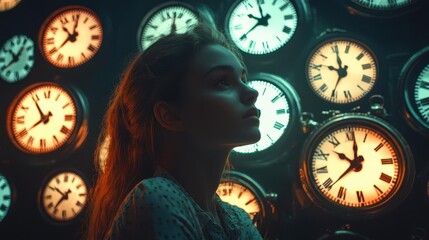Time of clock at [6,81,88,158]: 7:54
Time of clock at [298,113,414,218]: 10:38
